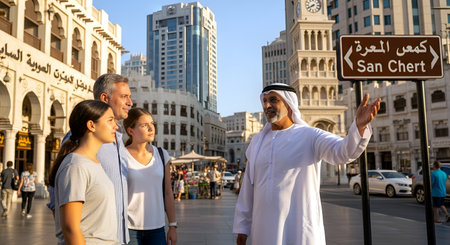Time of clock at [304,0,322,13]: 7:40
